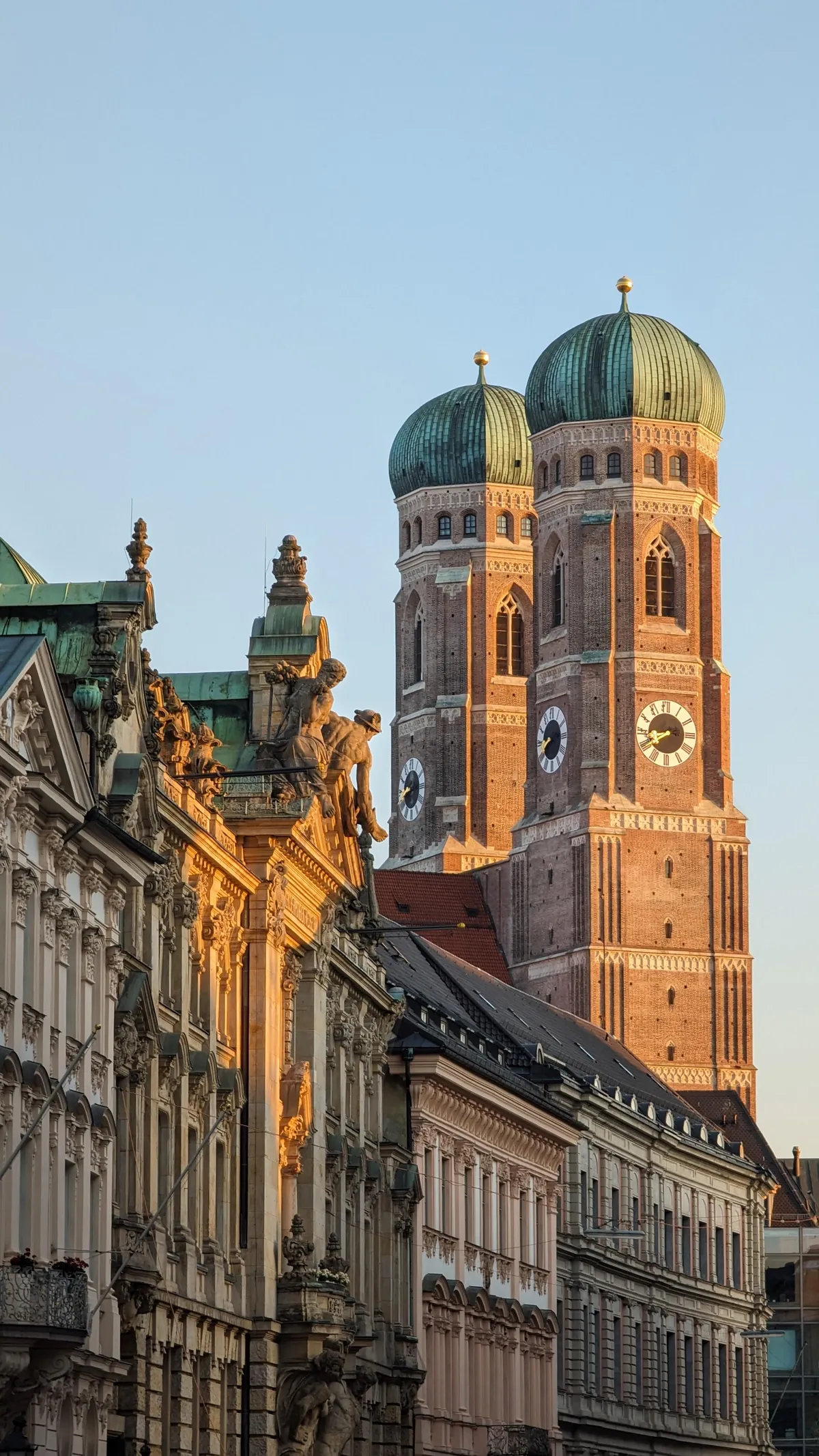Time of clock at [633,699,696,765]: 8:40
